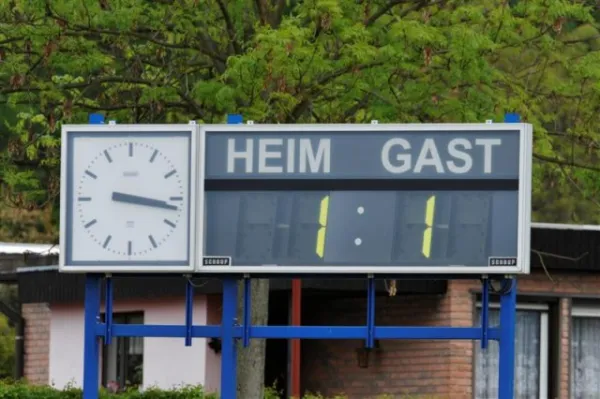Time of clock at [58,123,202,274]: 3:16
